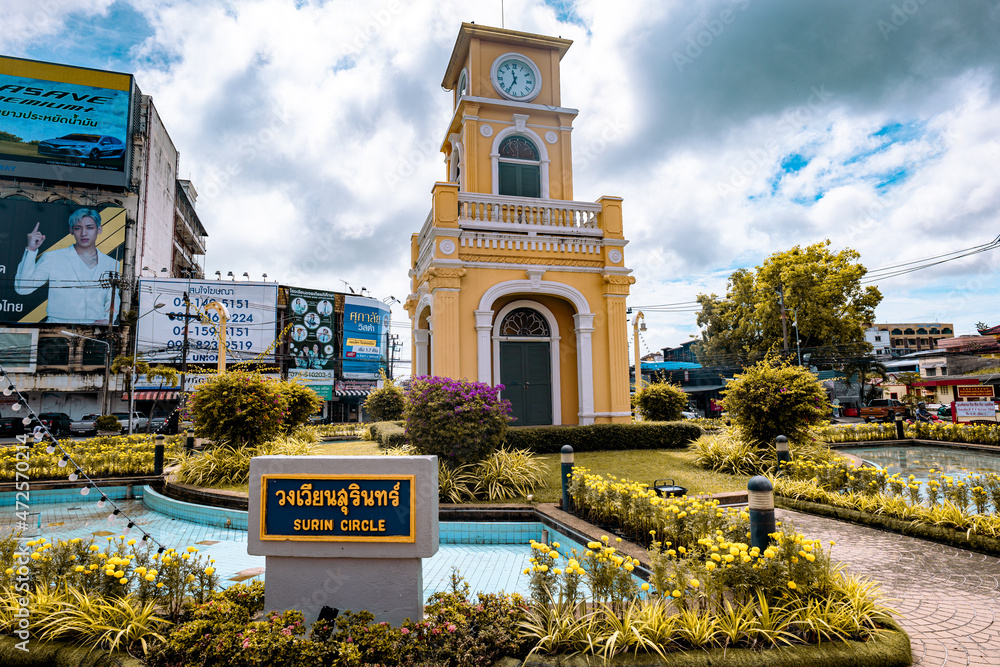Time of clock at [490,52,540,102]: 11:34
